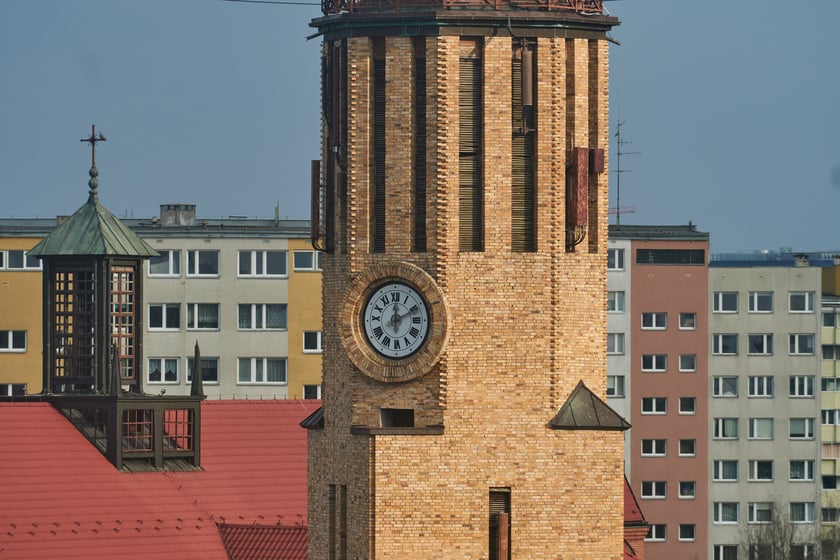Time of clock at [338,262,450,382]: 12:10
